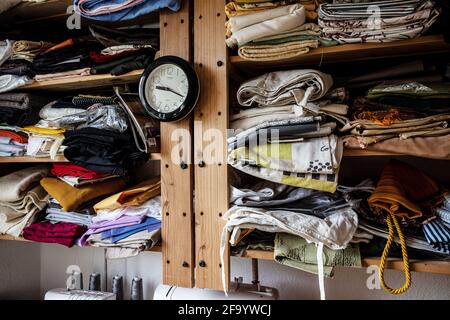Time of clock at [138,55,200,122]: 9:18
